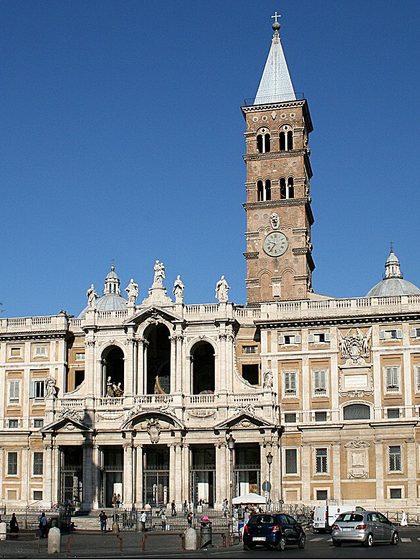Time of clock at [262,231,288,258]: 9:36
